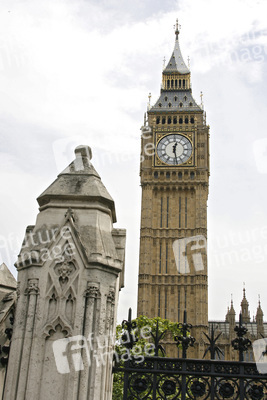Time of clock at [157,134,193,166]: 12:28
